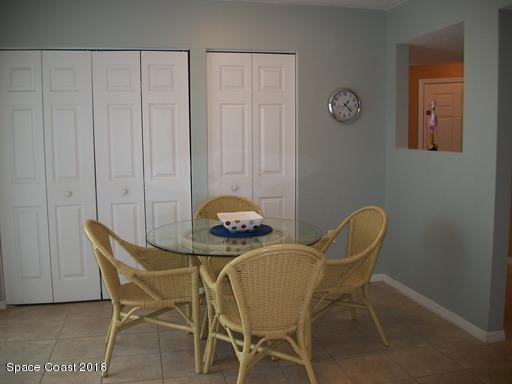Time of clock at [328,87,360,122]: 1:21
